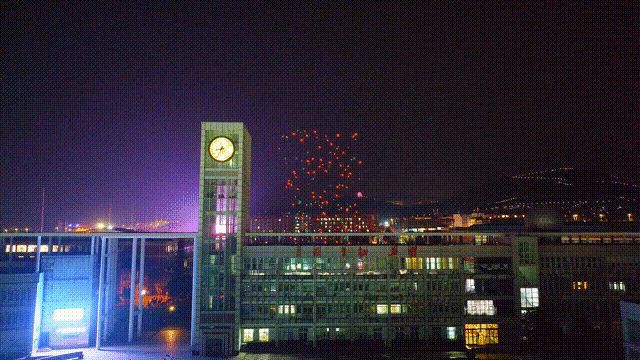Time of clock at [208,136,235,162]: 8:34
